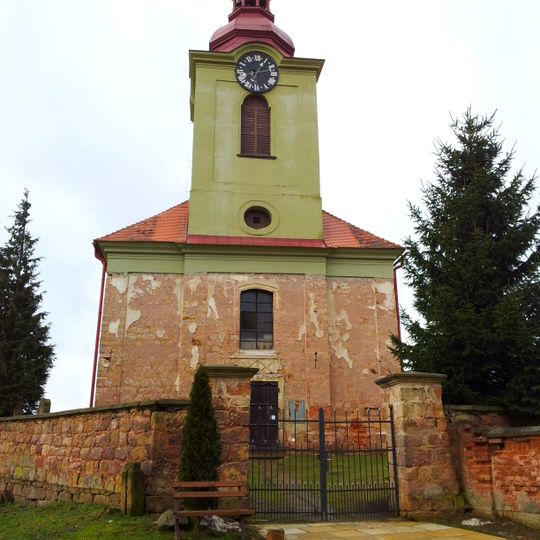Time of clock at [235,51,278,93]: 1:13
